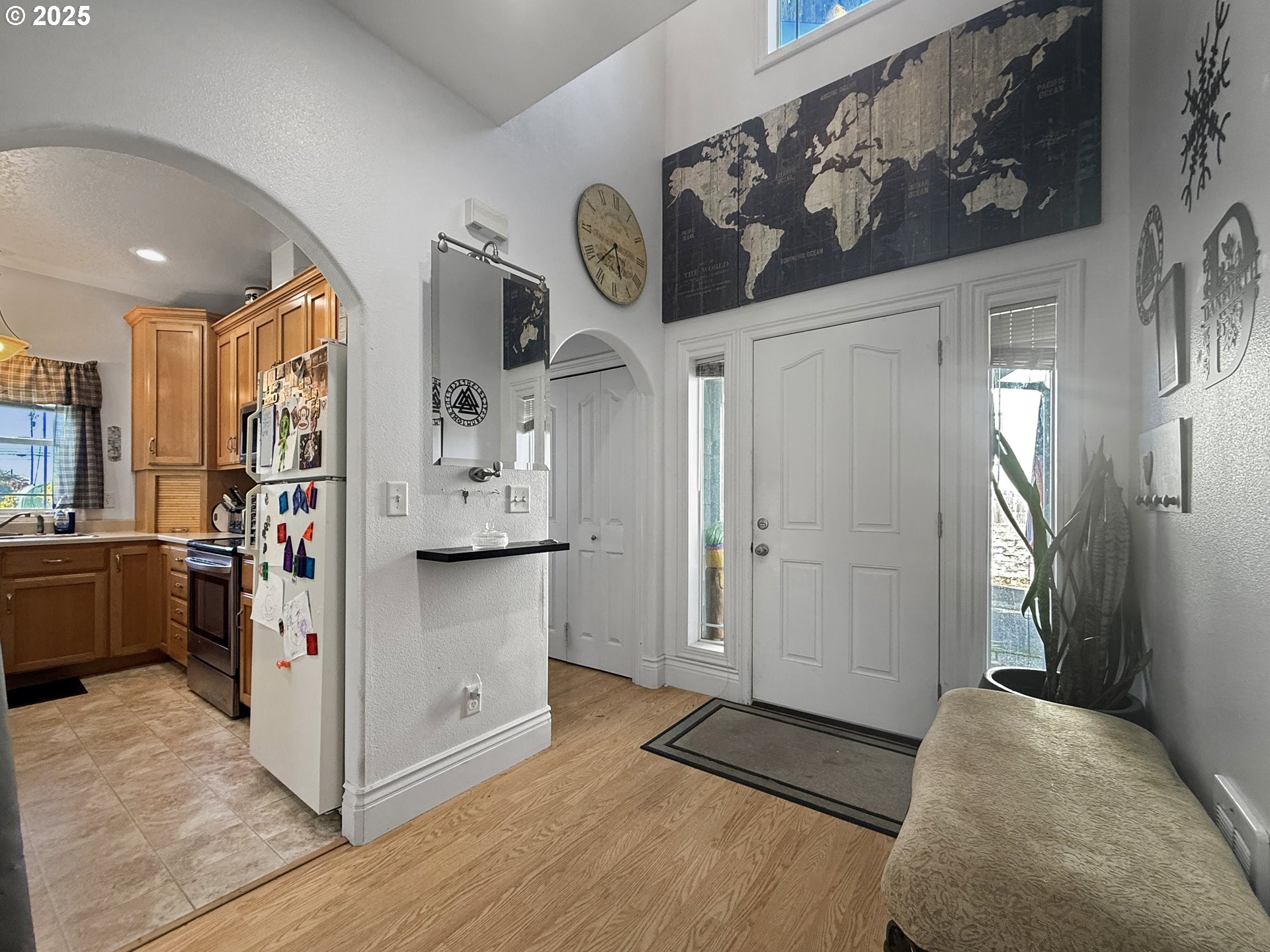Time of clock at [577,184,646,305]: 5:37
